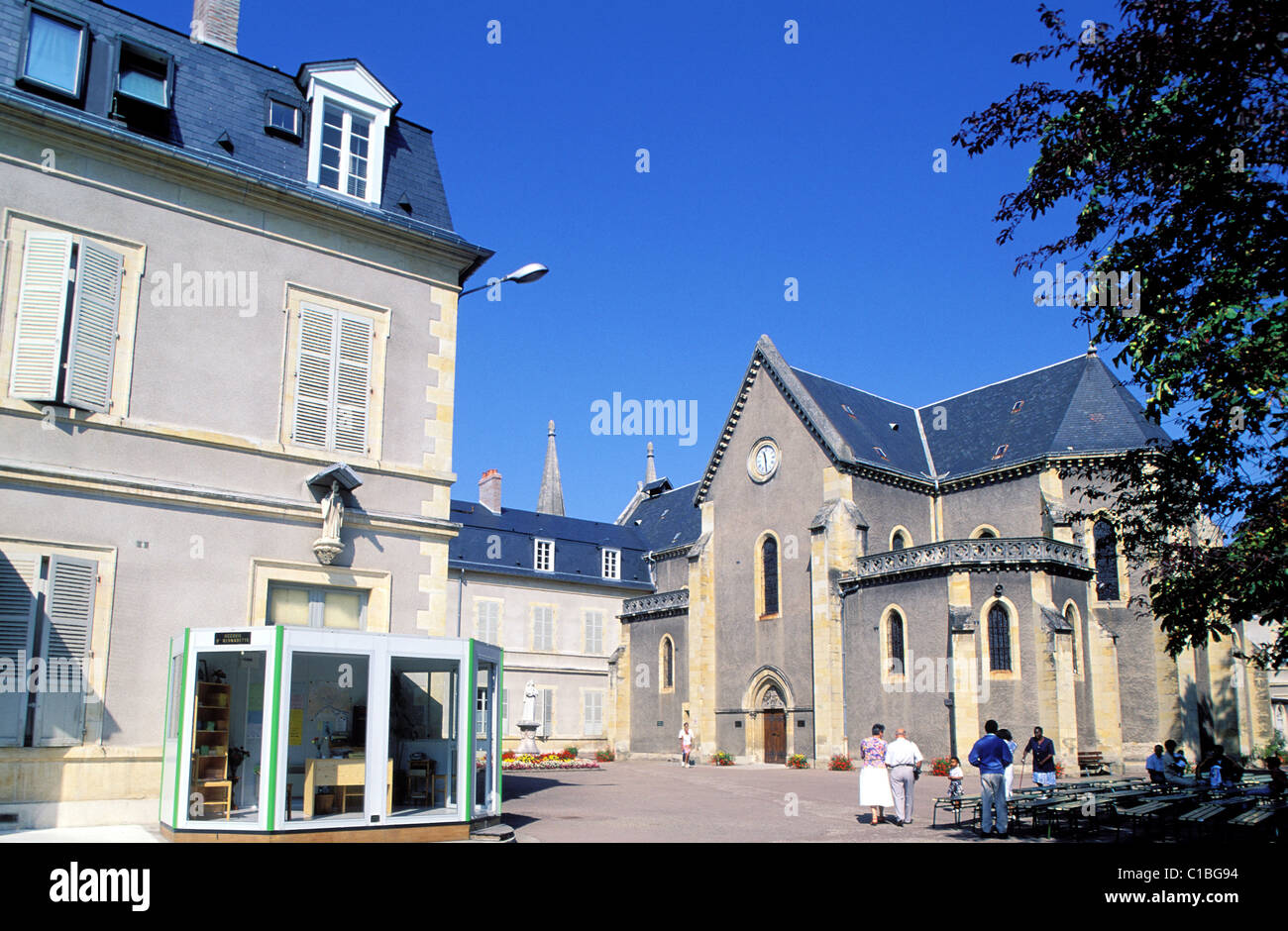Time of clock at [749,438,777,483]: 11:28
